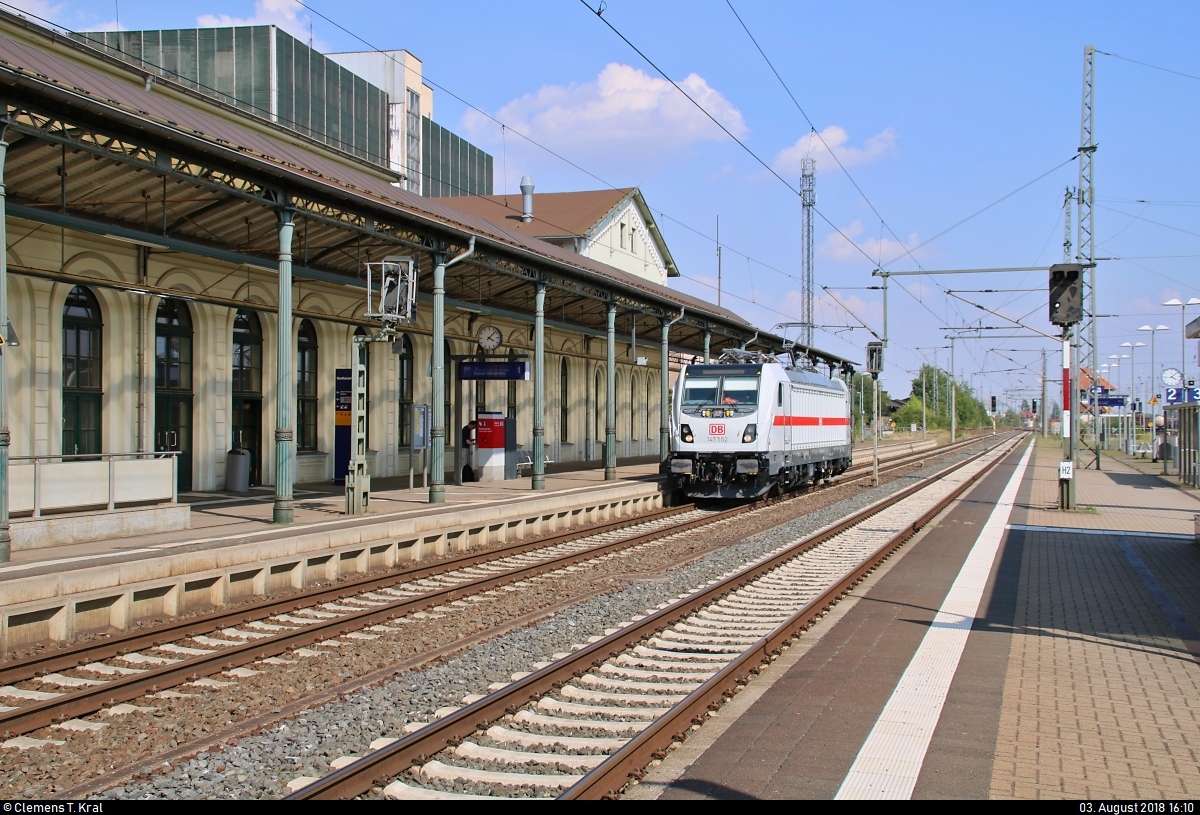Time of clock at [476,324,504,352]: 4:07
